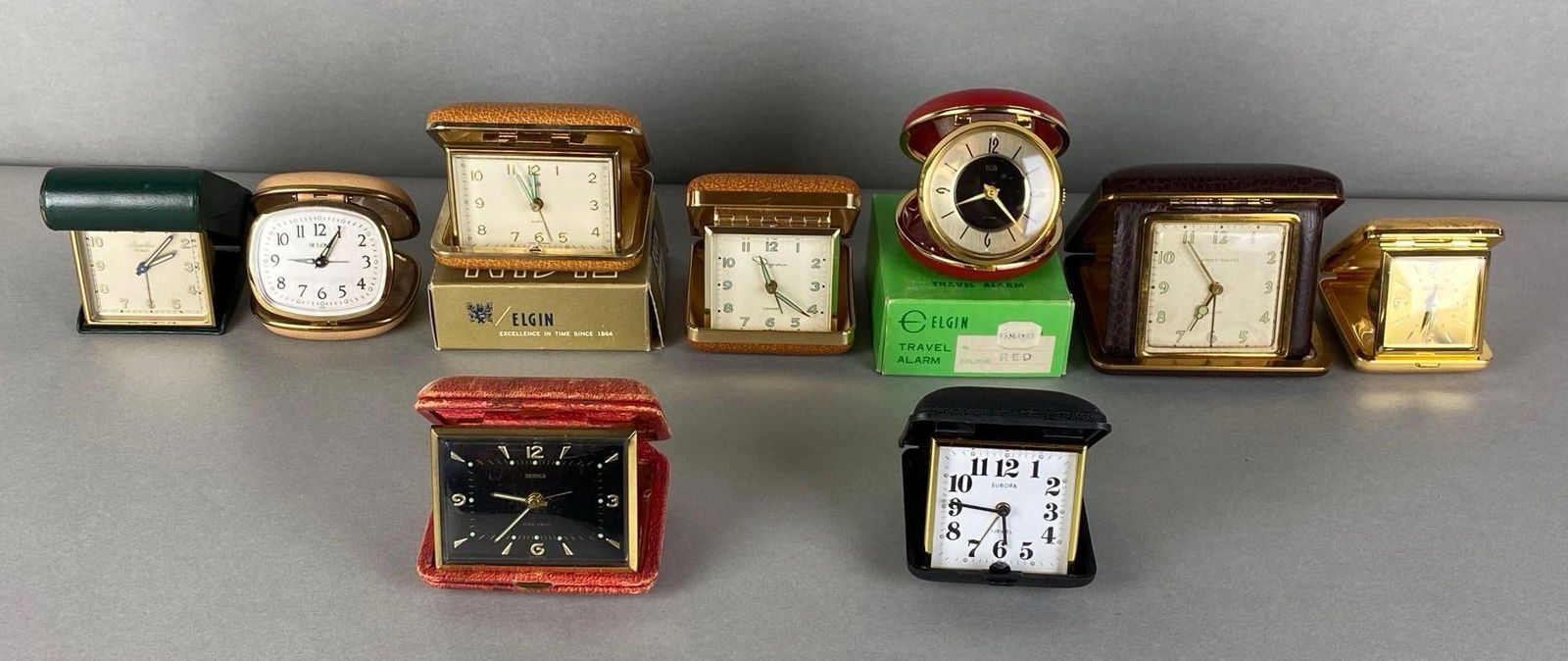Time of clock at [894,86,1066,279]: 8:22
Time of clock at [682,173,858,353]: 11:21
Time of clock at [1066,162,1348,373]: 6:54
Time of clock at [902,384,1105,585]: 5:45
